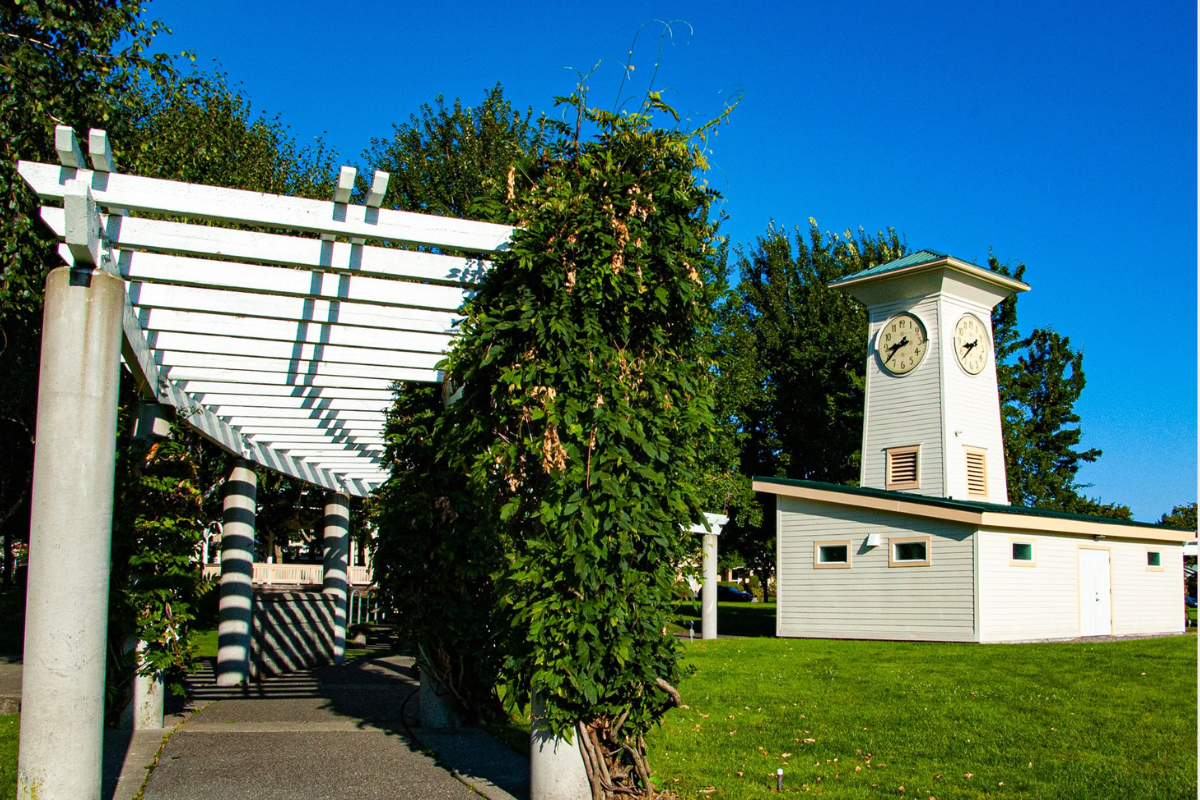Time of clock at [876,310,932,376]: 8:38
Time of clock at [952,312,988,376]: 8:38
